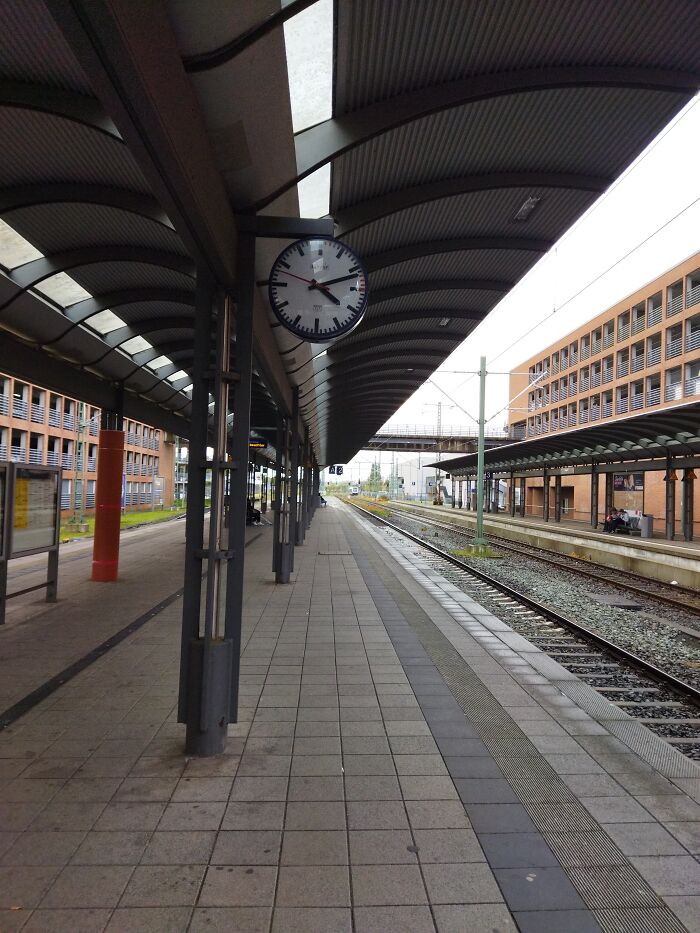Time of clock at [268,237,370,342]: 4:11
